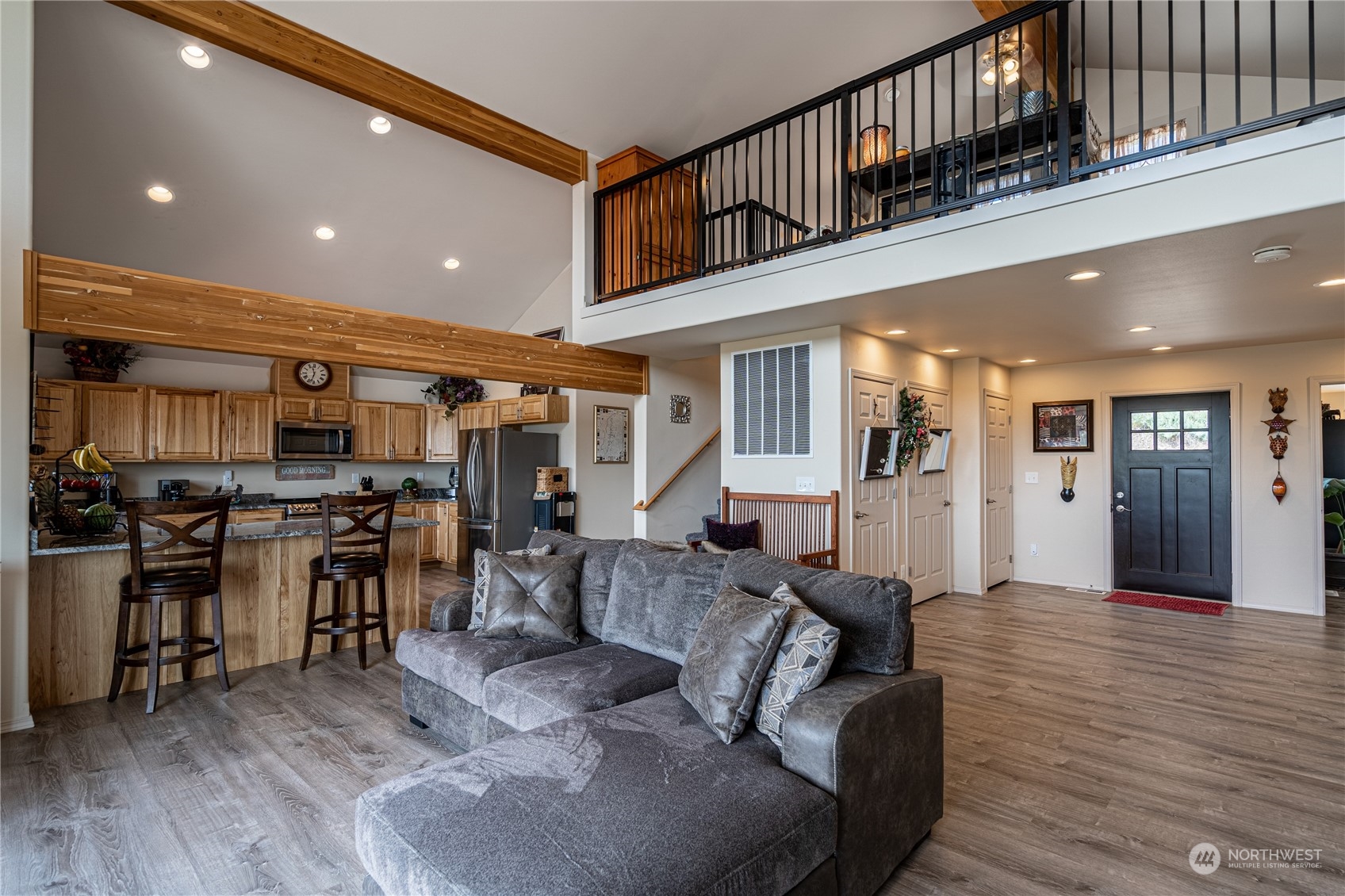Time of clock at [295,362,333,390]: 11:32
